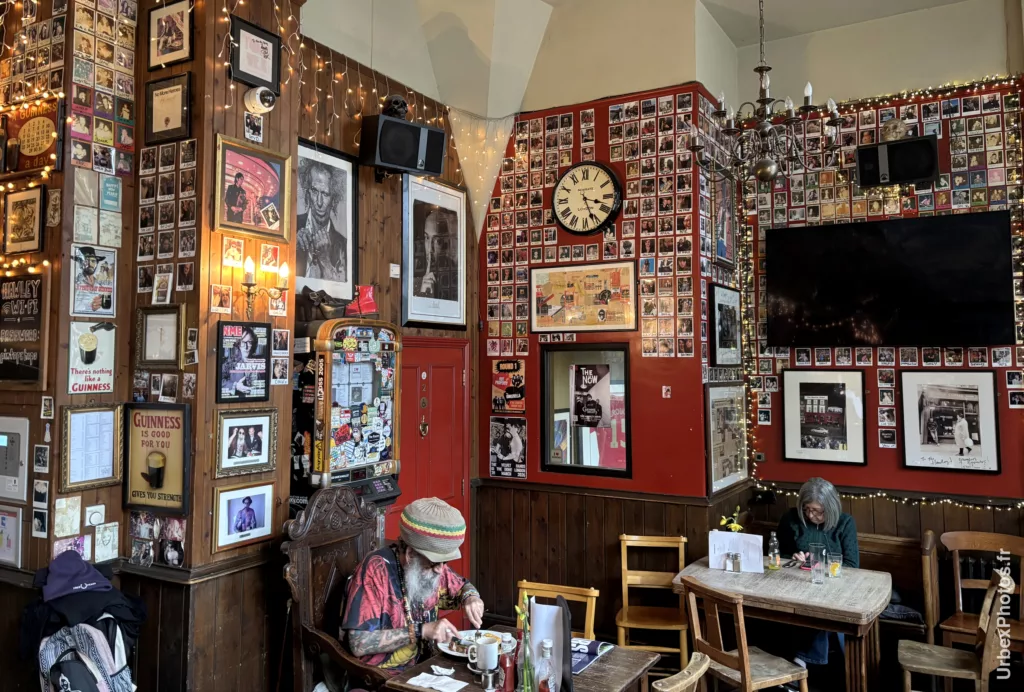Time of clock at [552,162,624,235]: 3:26
